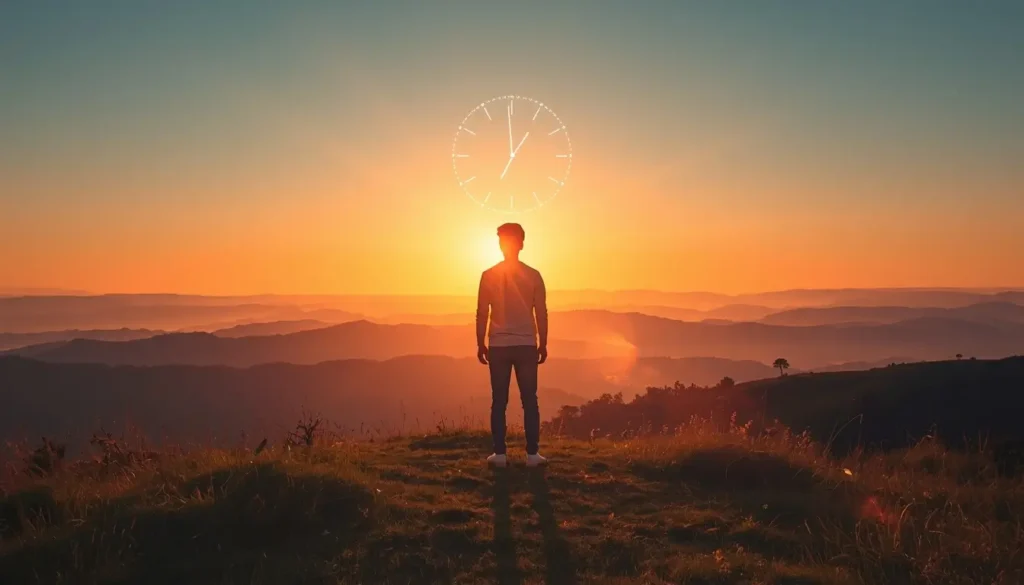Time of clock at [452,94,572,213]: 12:59
